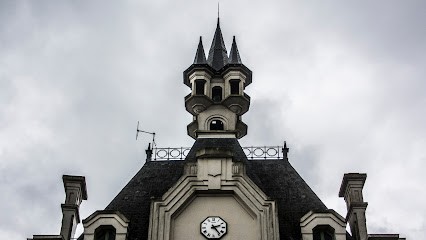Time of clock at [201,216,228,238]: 2:23
